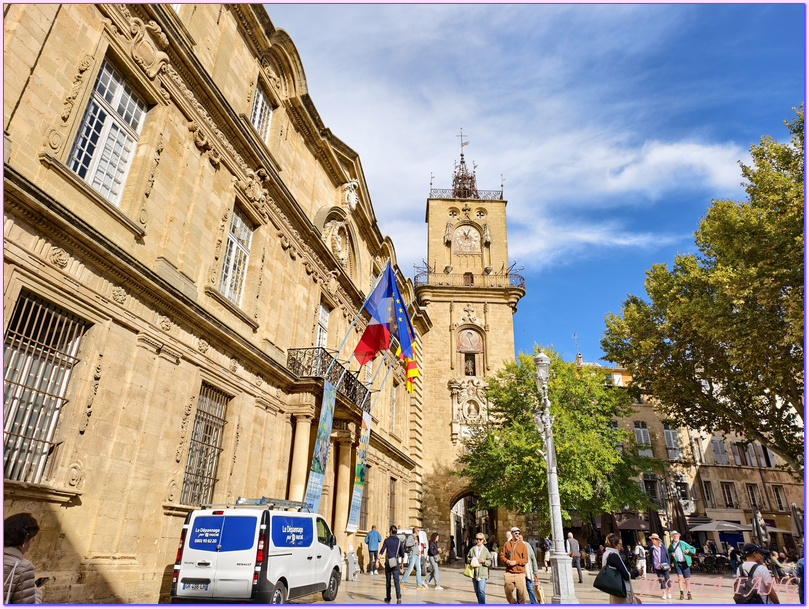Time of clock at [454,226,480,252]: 11:03
